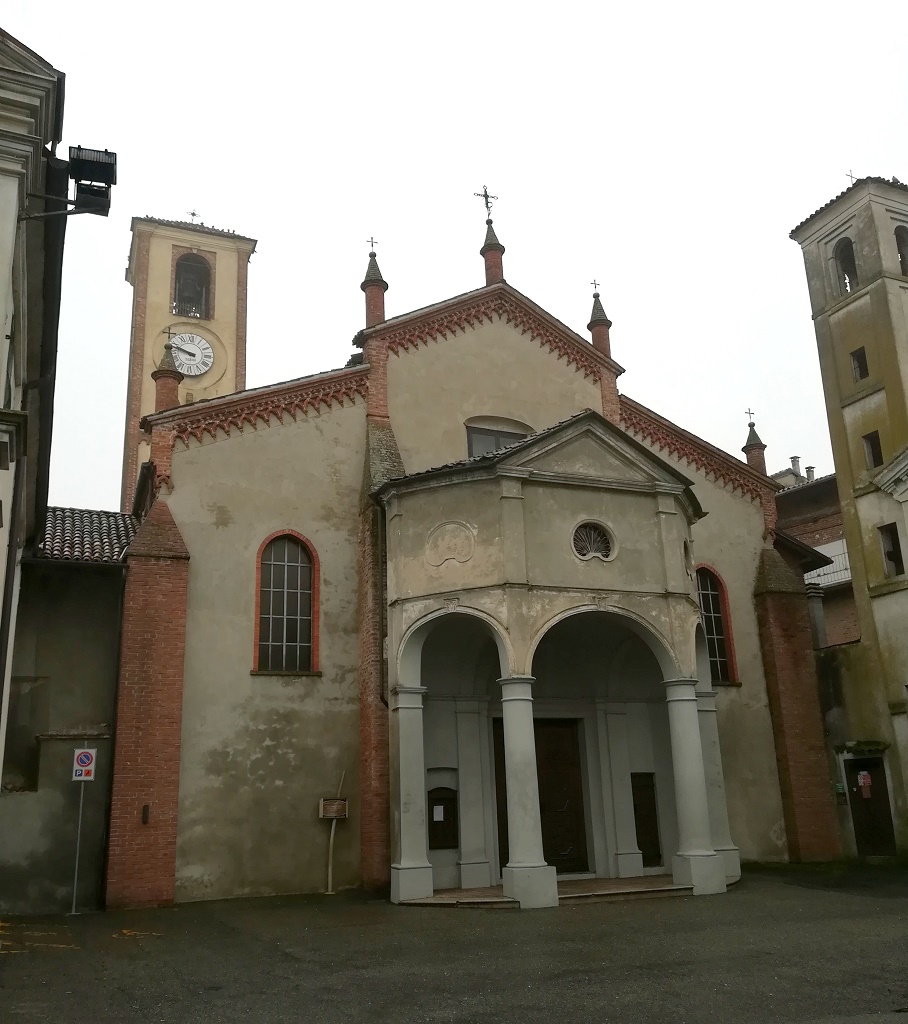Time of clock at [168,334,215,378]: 9:47
